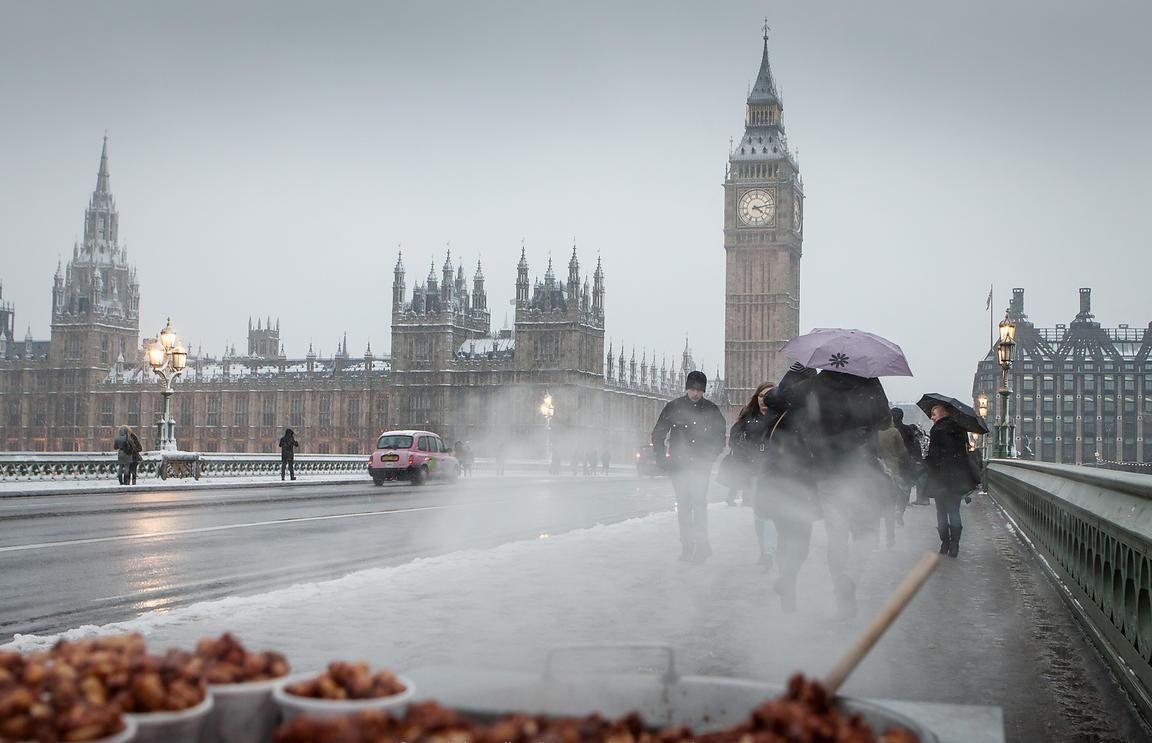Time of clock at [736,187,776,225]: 4:12
